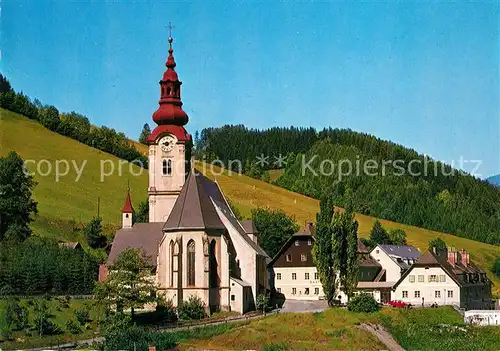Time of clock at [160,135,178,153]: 9:11
